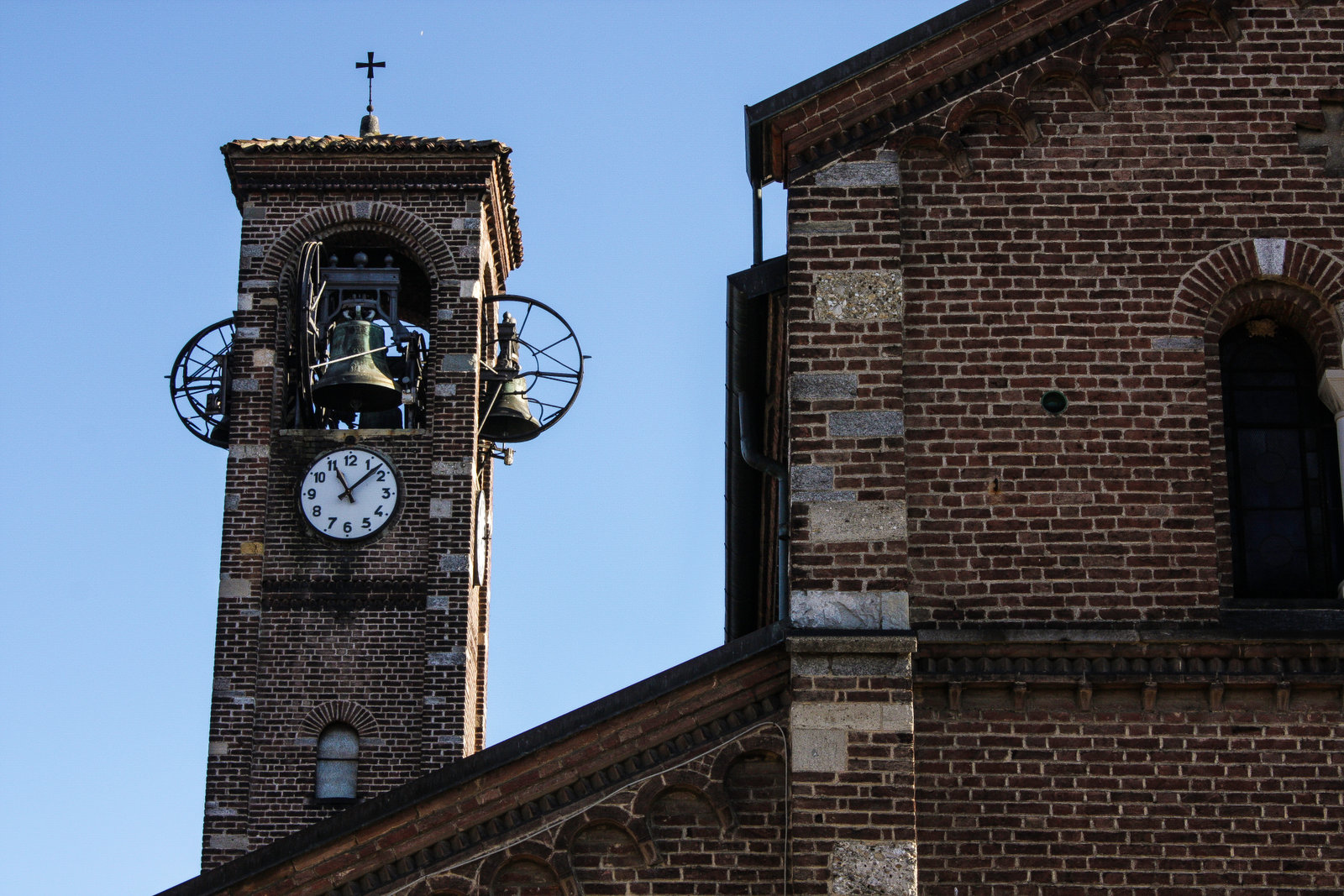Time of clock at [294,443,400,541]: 11:07
